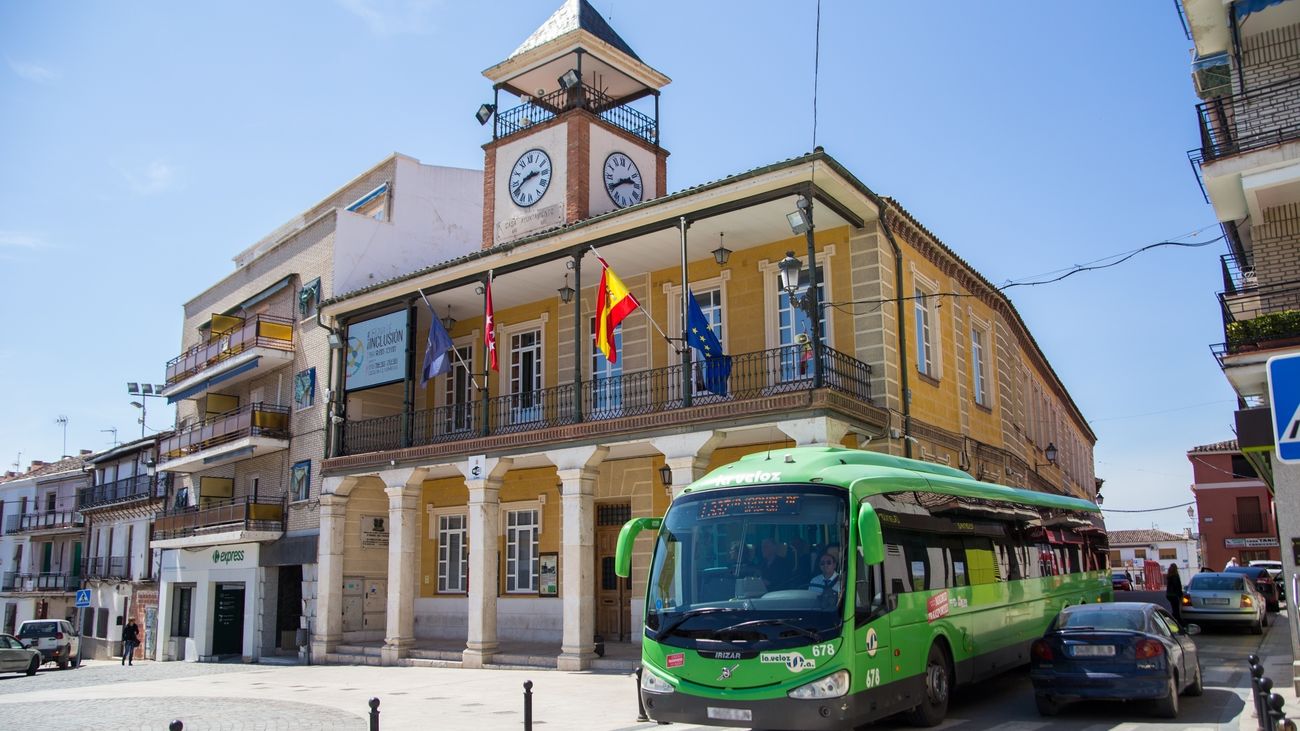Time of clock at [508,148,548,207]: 2:40
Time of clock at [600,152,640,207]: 2:40
